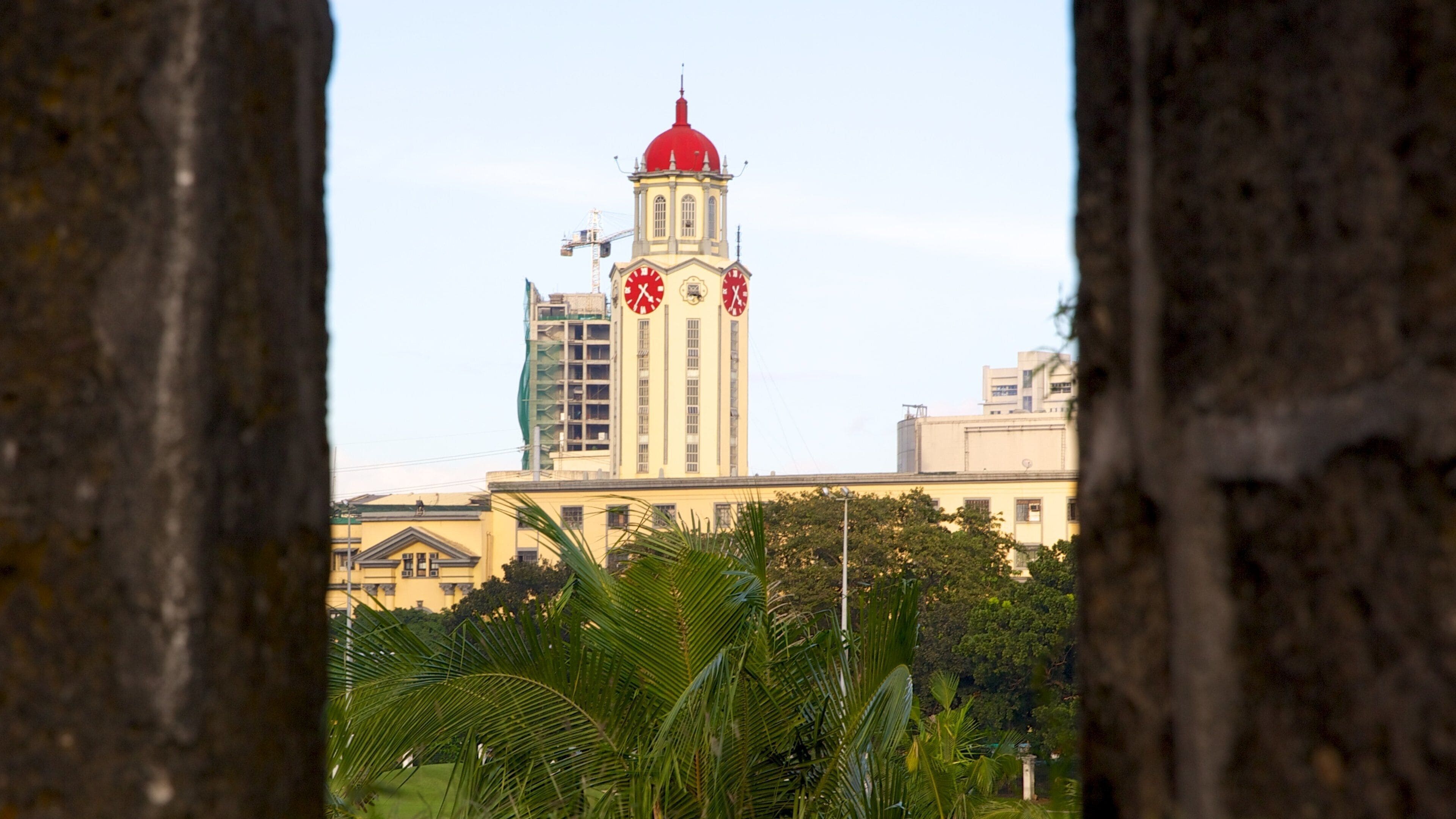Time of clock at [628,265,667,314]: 4:35
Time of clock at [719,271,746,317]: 4:34
